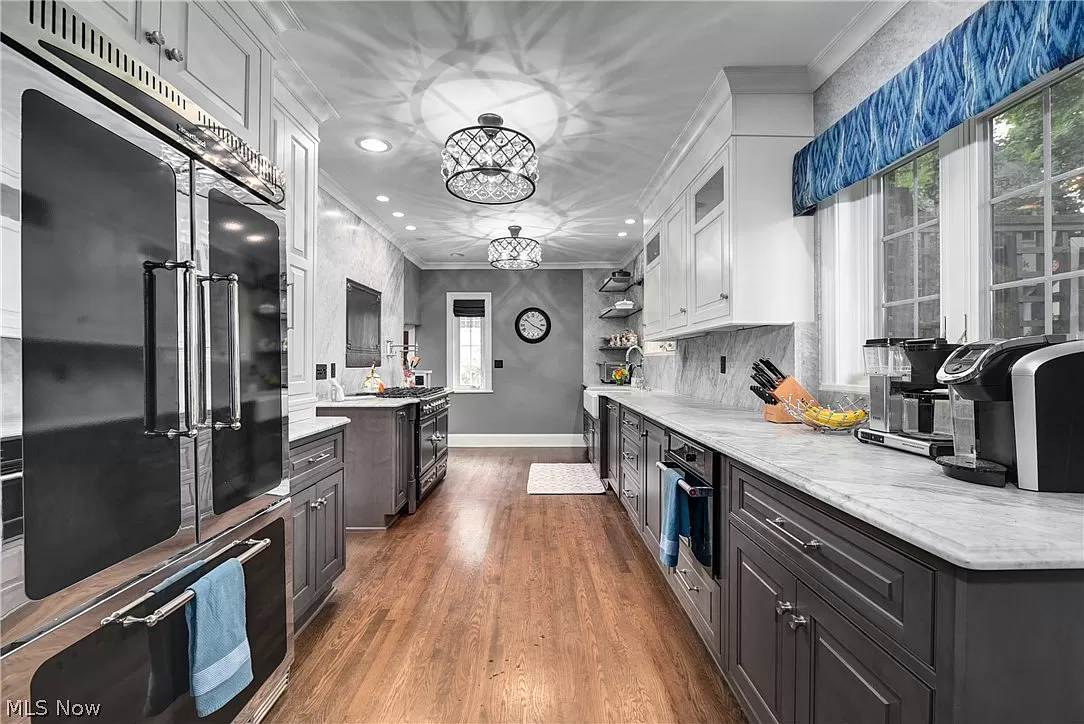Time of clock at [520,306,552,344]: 3:51
